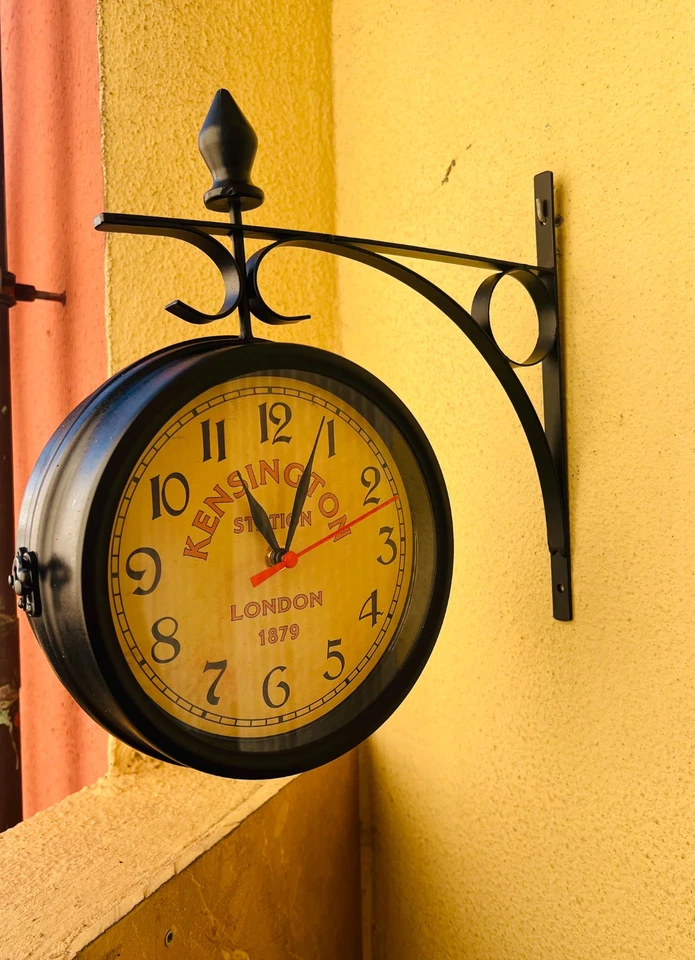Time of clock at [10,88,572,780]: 11:04
